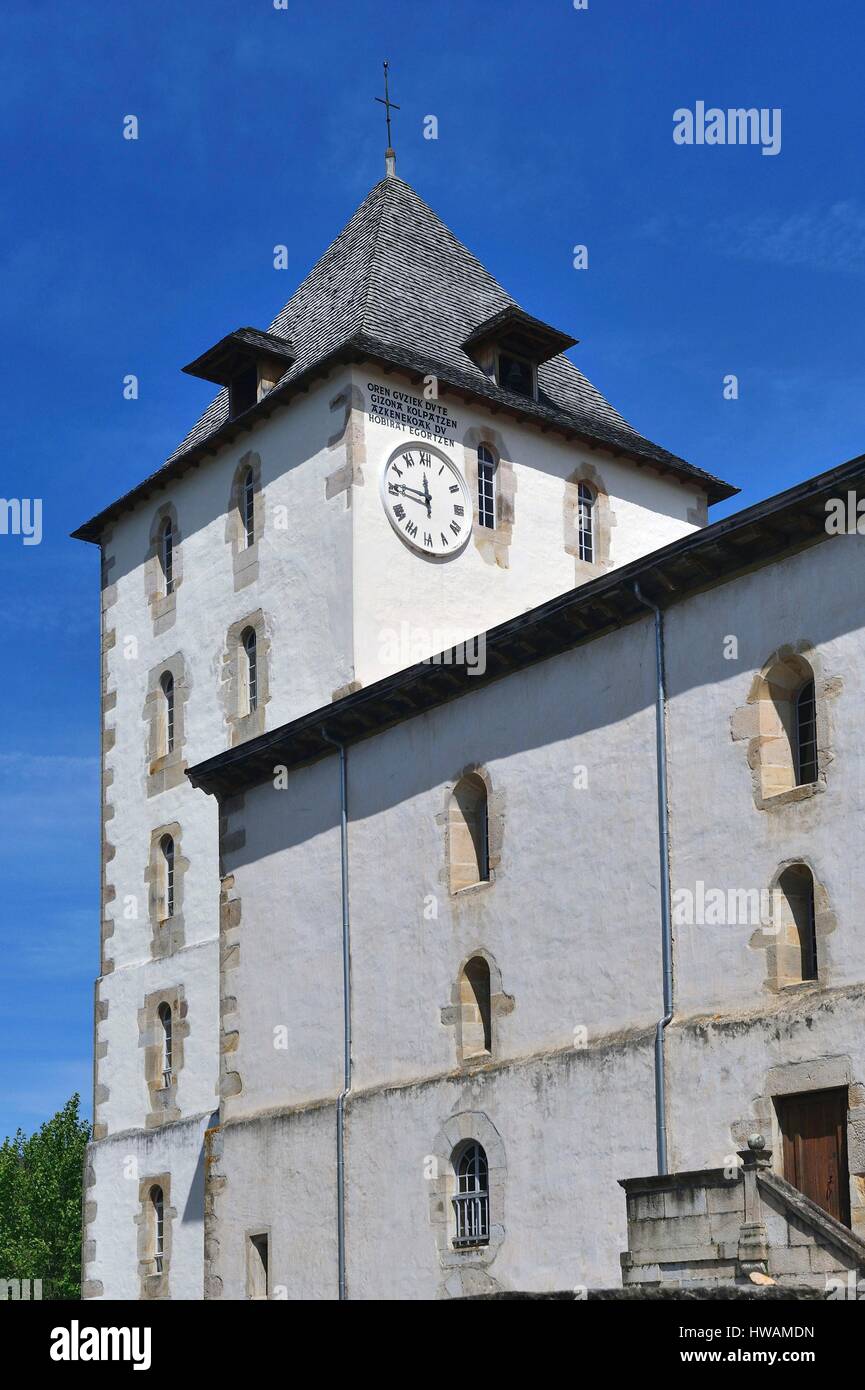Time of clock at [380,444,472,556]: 11:46
